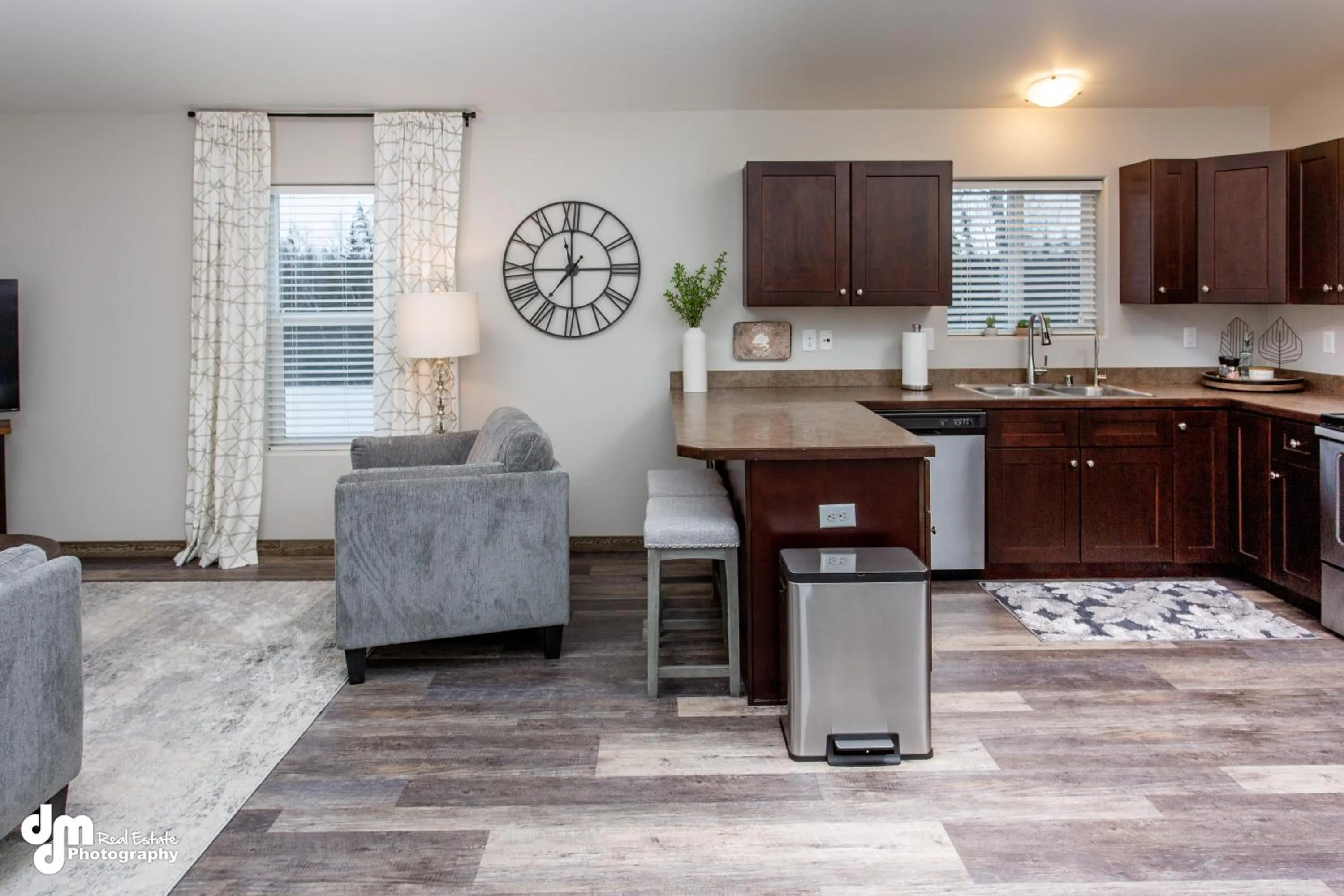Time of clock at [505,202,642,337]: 7:14
